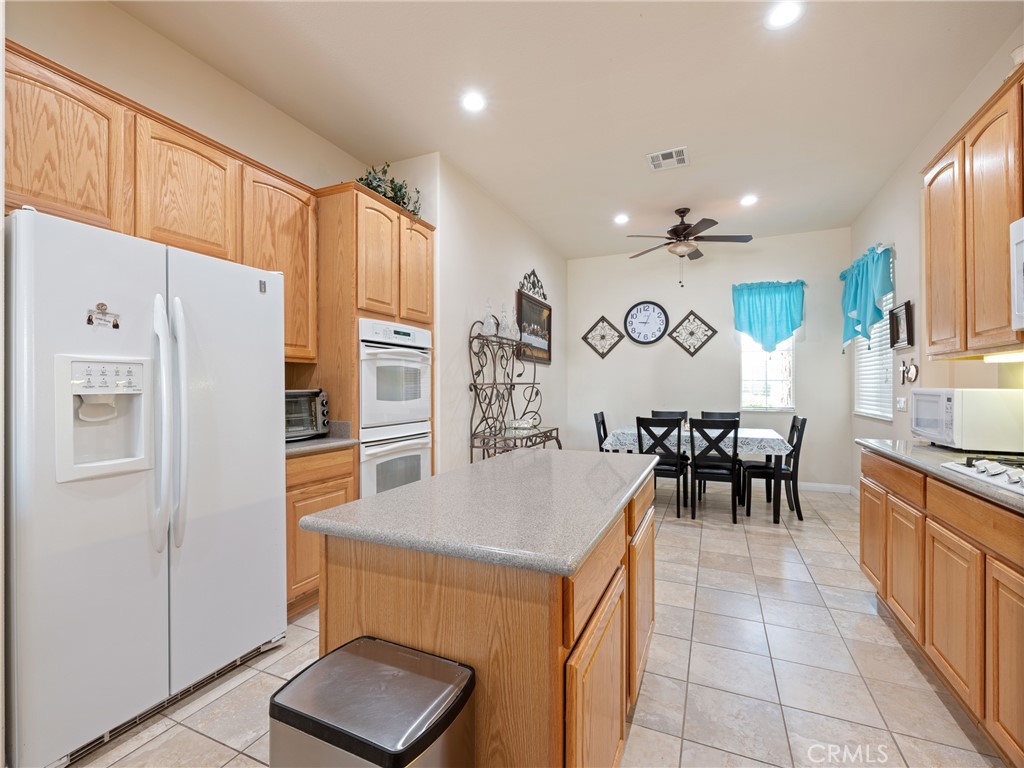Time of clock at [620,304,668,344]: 9:04
